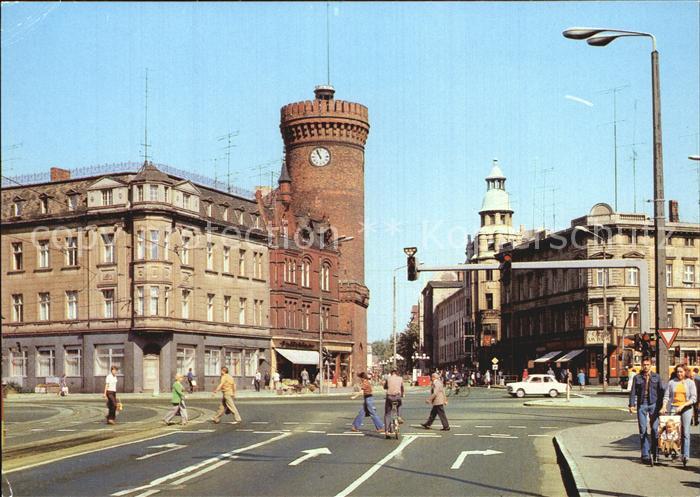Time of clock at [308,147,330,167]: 10:56
